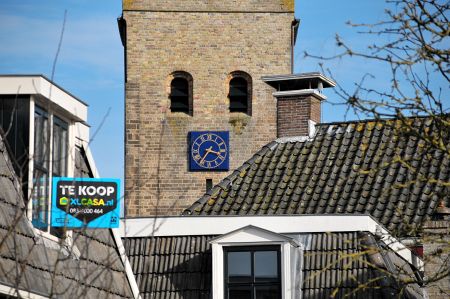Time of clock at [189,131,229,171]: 3:36
